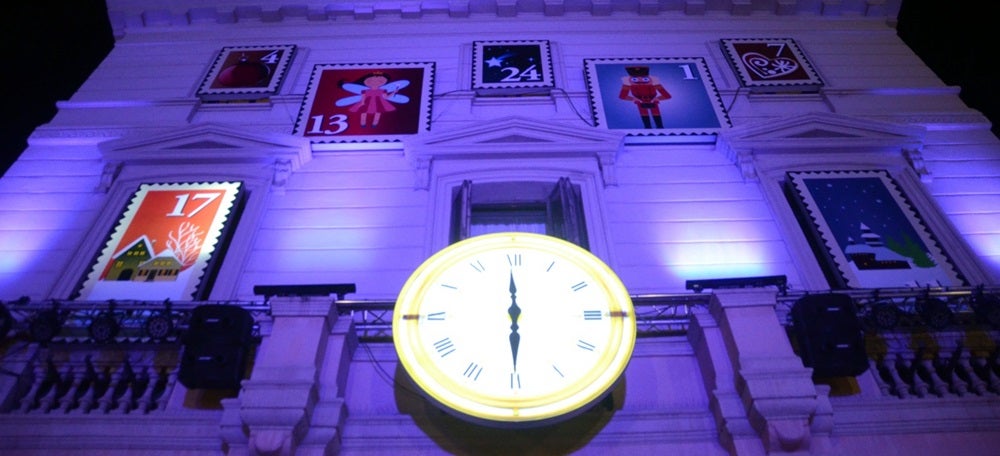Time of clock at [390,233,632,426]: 5:59
